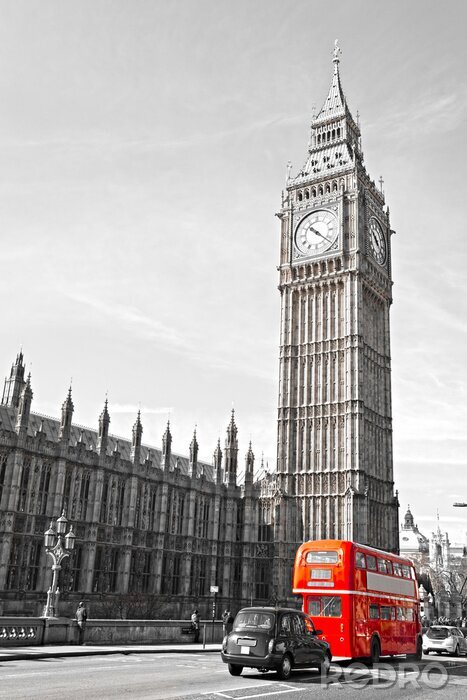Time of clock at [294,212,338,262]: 10:21
